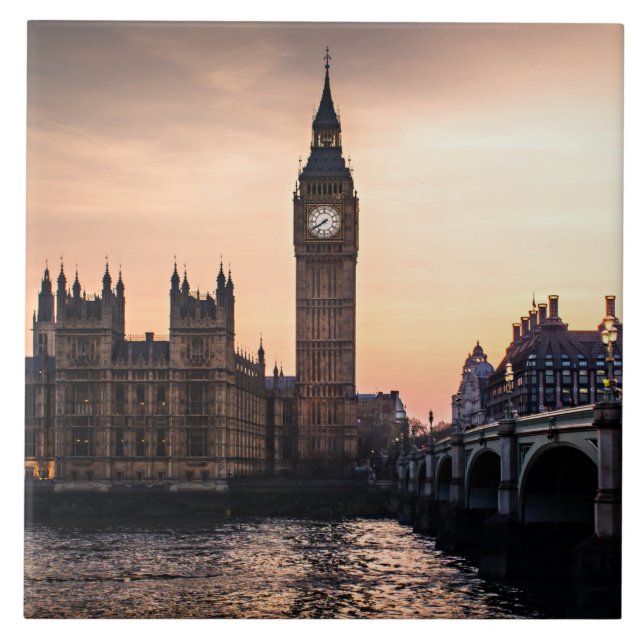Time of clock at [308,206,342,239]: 7:40
